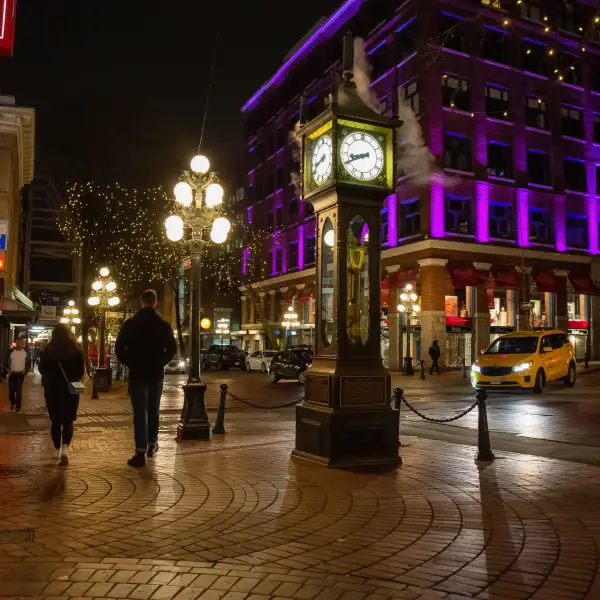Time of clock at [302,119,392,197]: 8:40
